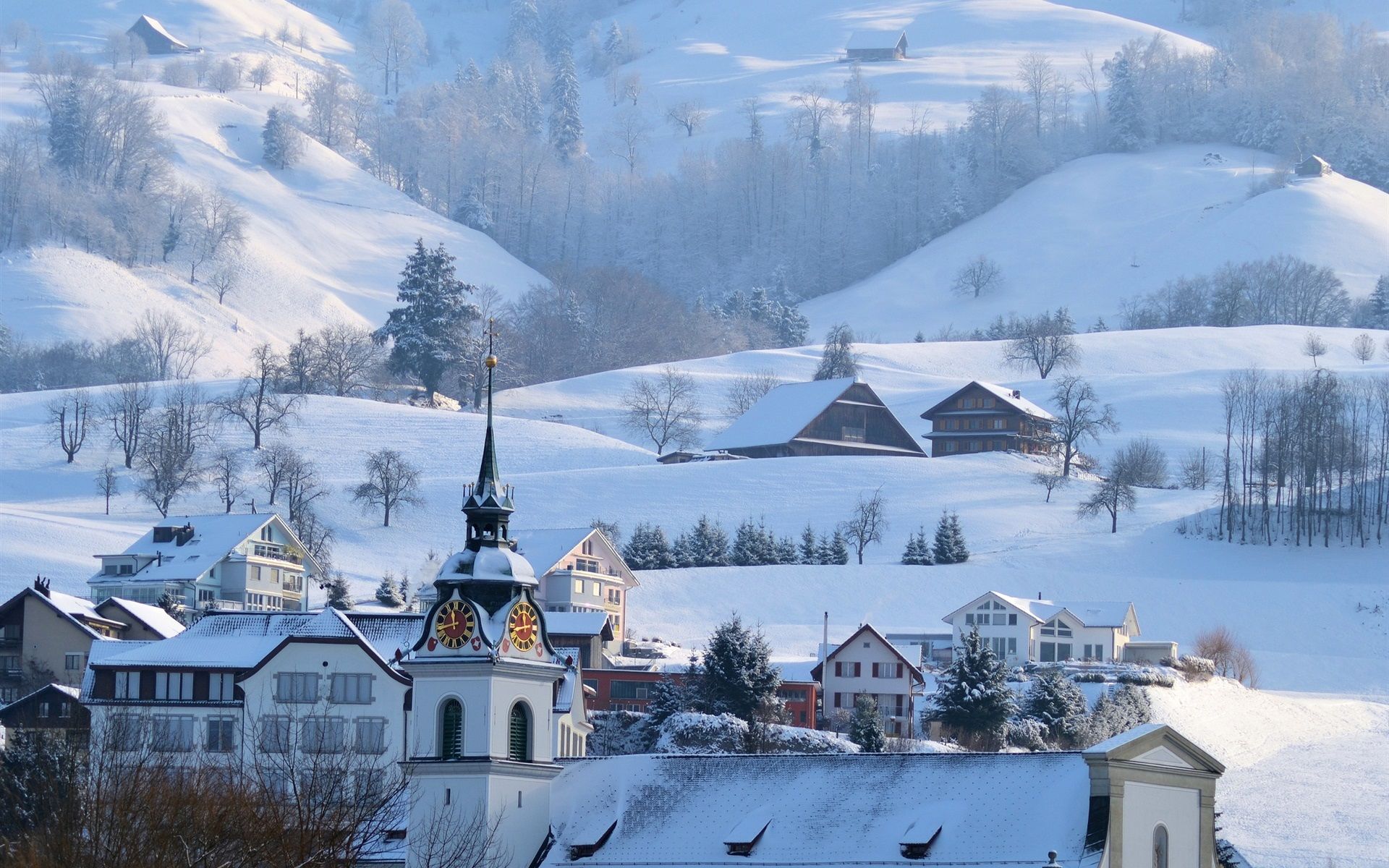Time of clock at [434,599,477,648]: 11:42
